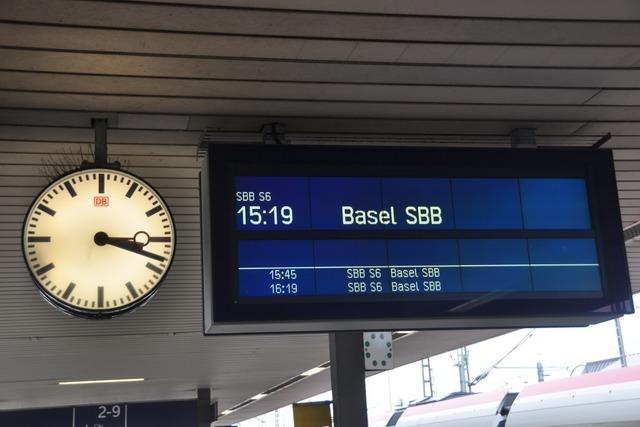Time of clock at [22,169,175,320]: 3:18
